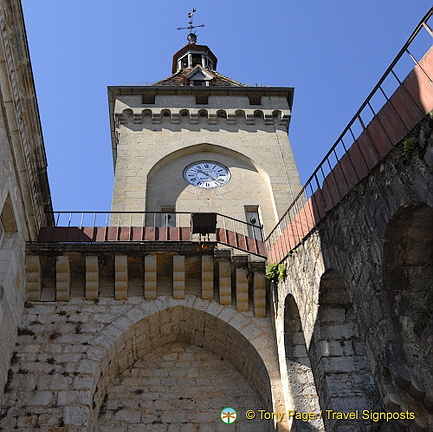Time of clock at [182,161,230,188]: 10:22
